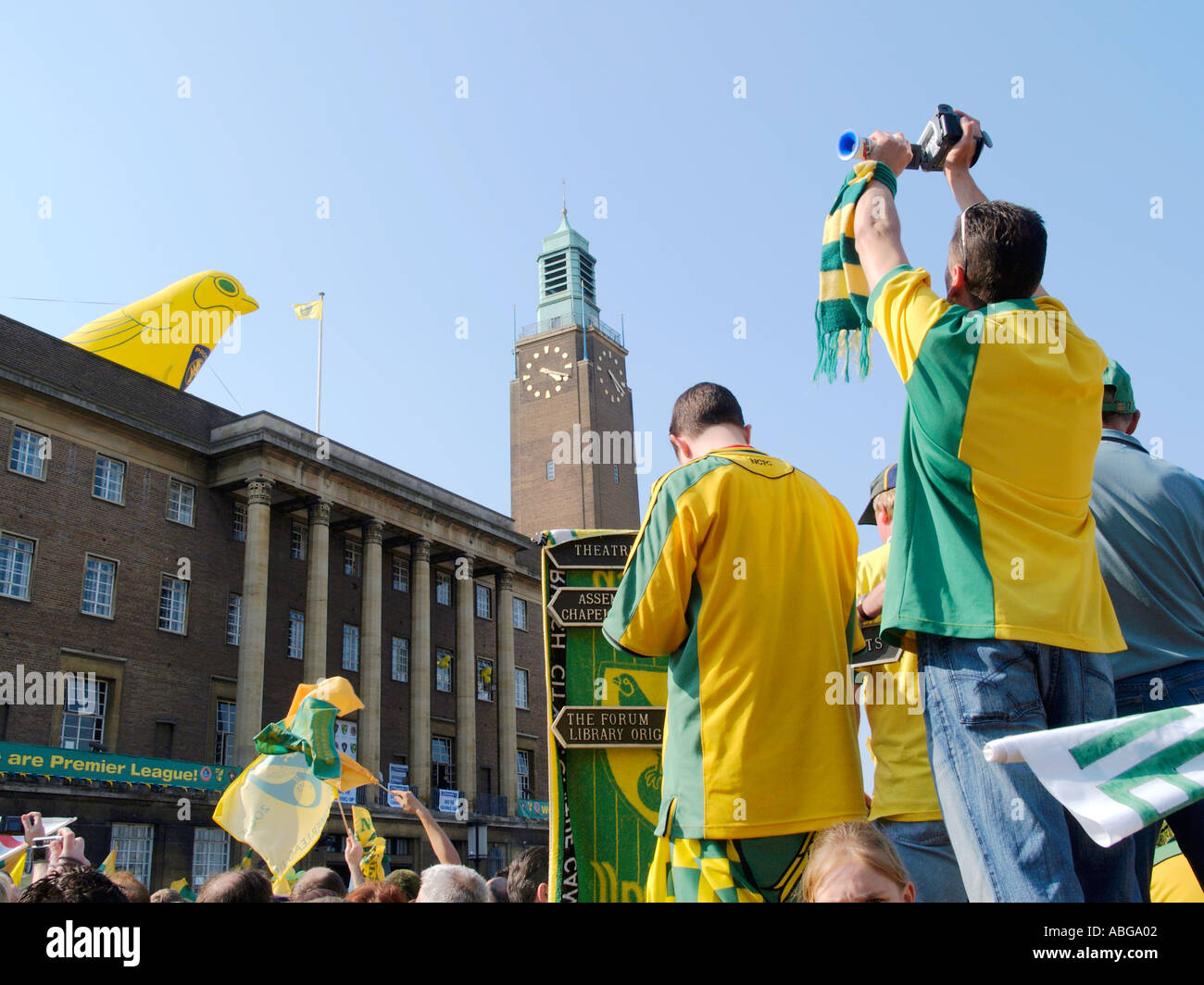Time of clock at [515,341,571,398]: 4:18
